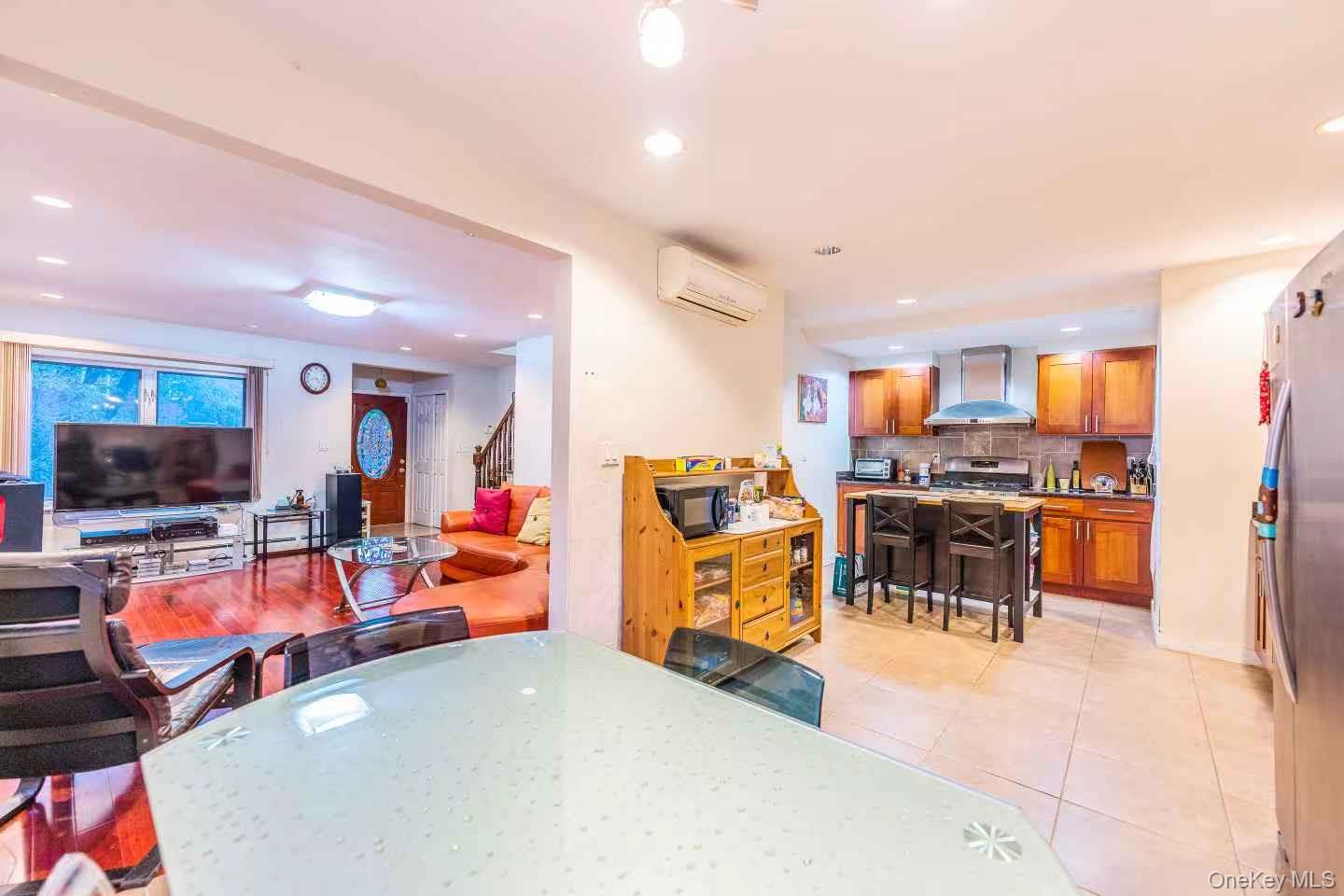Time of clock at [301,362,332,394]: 4:41
